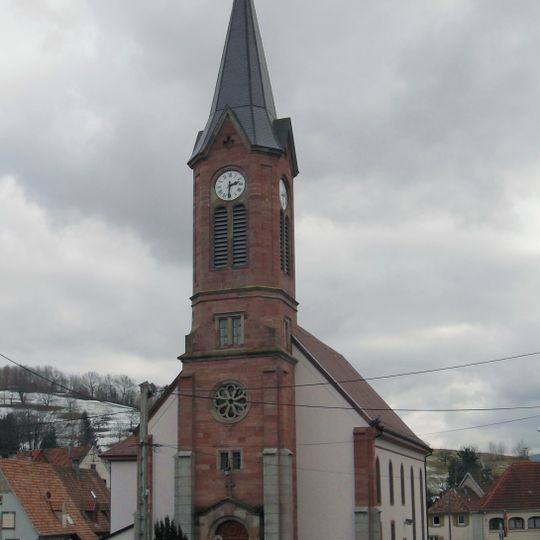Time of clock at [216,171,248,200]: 2:30
